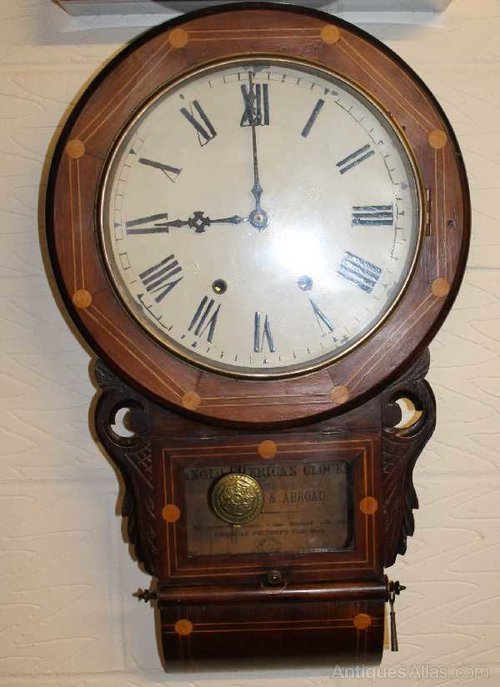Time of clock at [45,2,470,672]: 8:59
